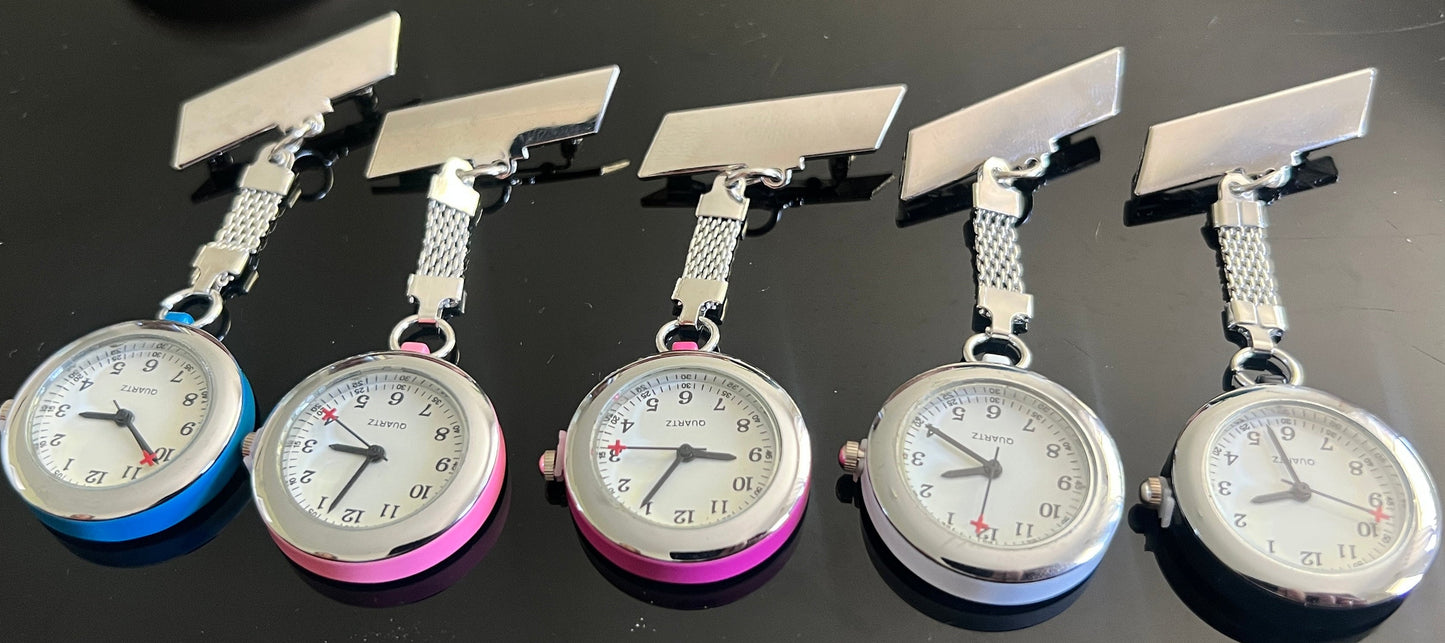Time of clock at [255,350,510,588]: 9:33
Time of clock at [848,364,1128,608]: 8:50
